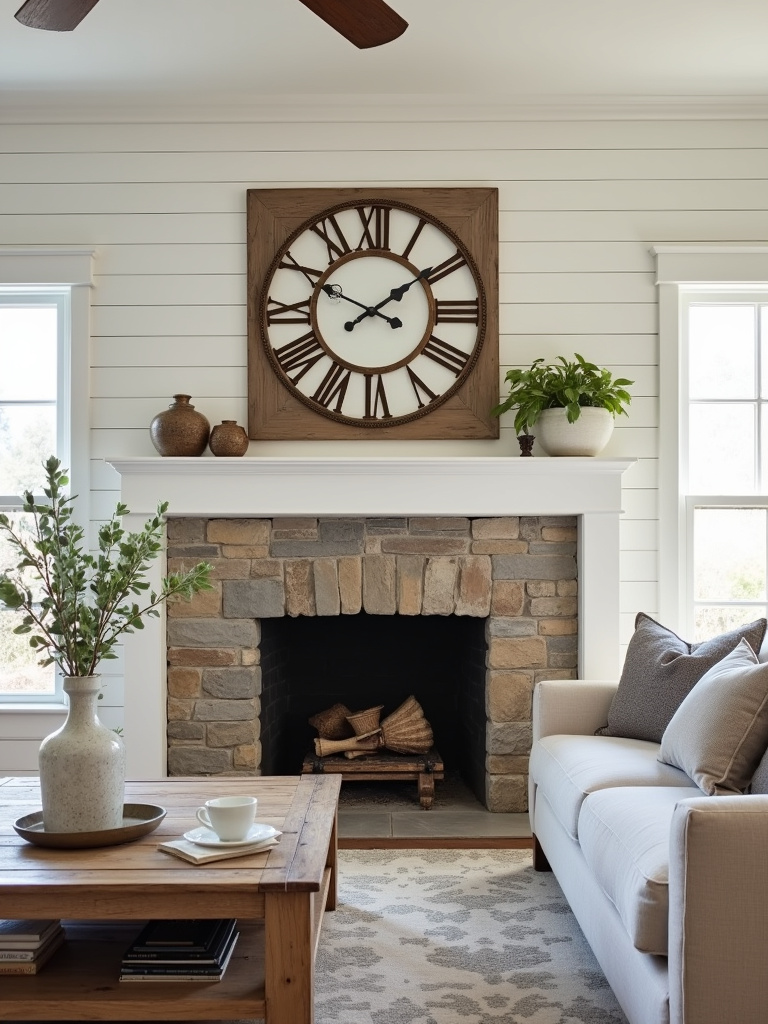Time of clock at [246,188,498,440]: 1:49
